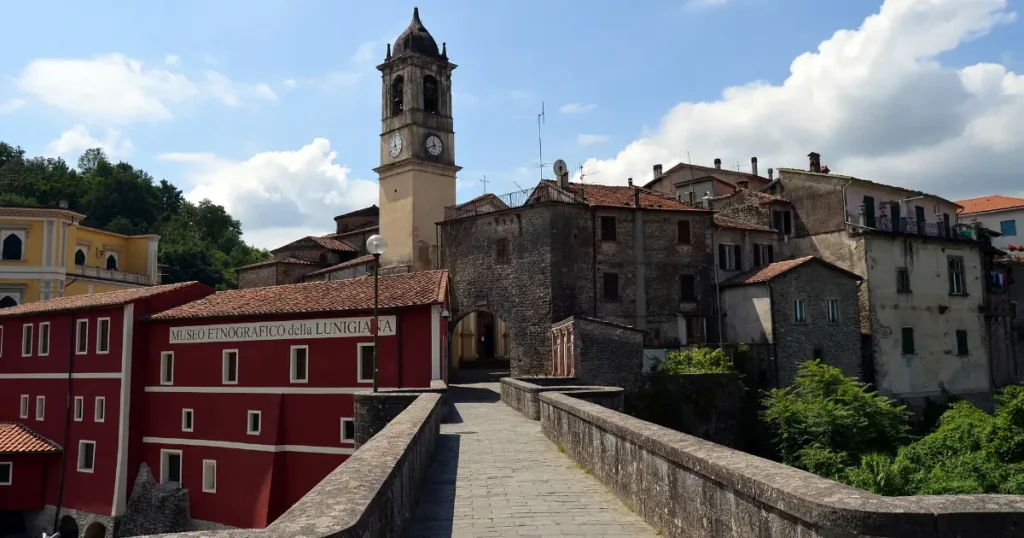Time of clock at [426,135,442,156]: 11:41
